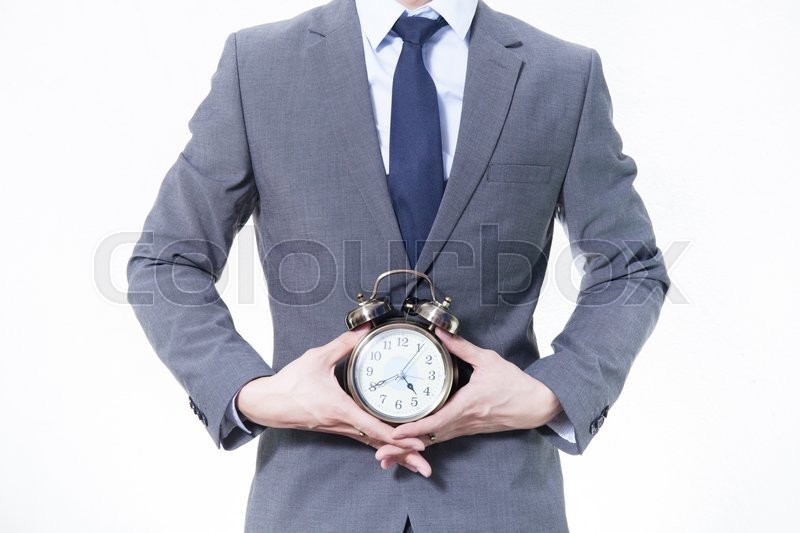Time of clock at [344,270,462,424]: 4:40
